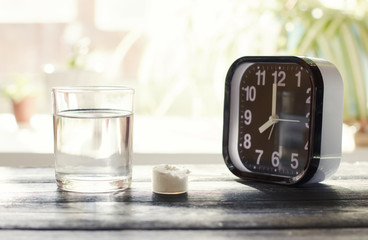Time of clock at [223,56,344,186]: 7:59
